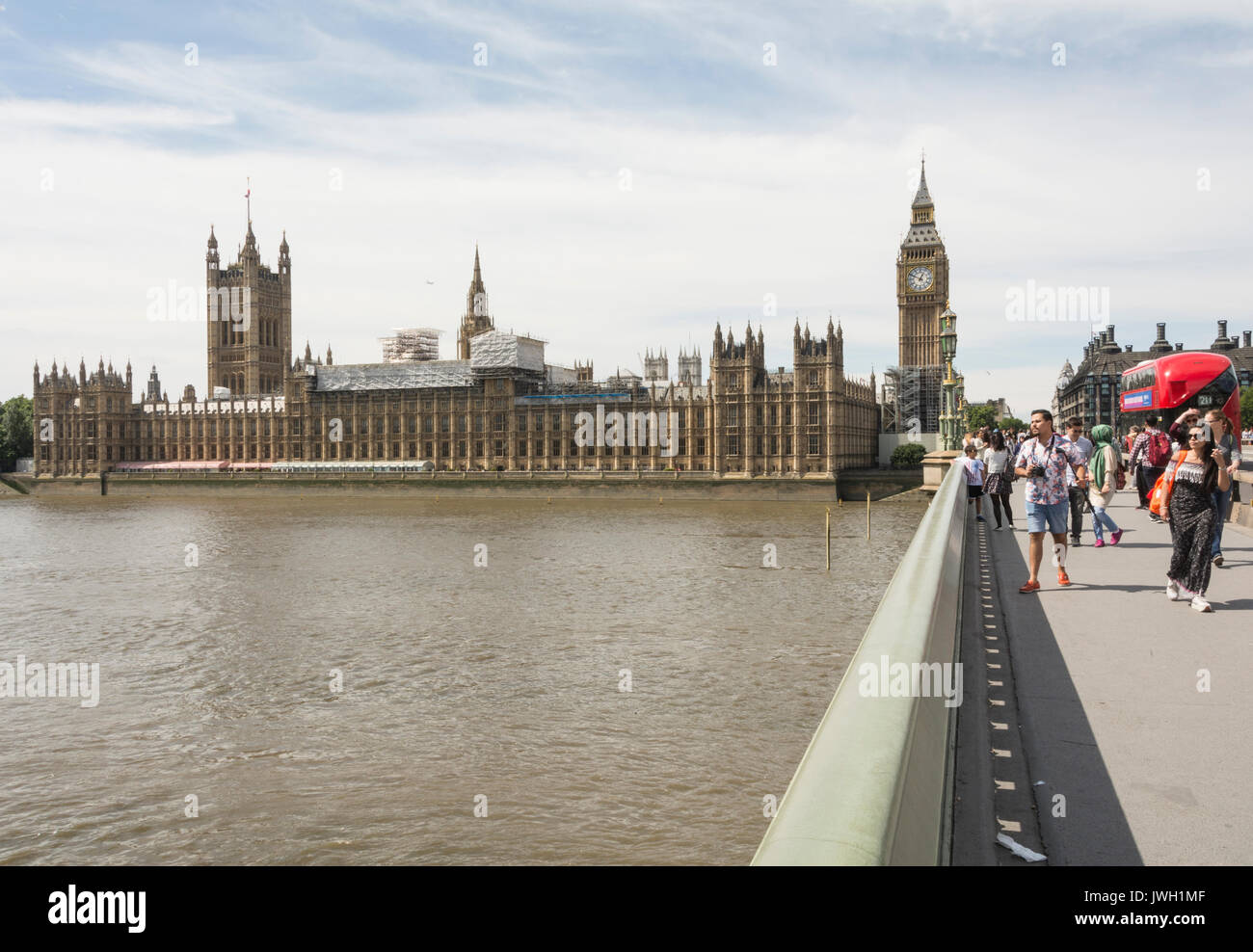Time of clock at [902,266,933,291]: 12:49
